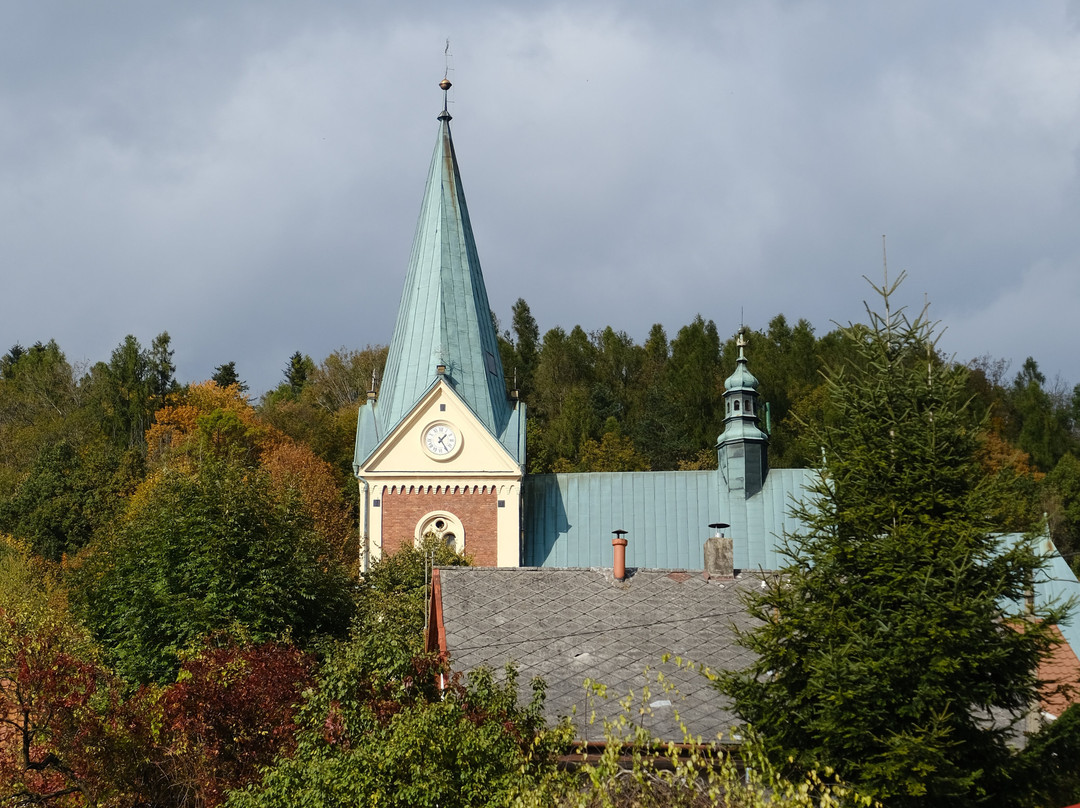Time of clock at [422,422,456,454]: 1:24
